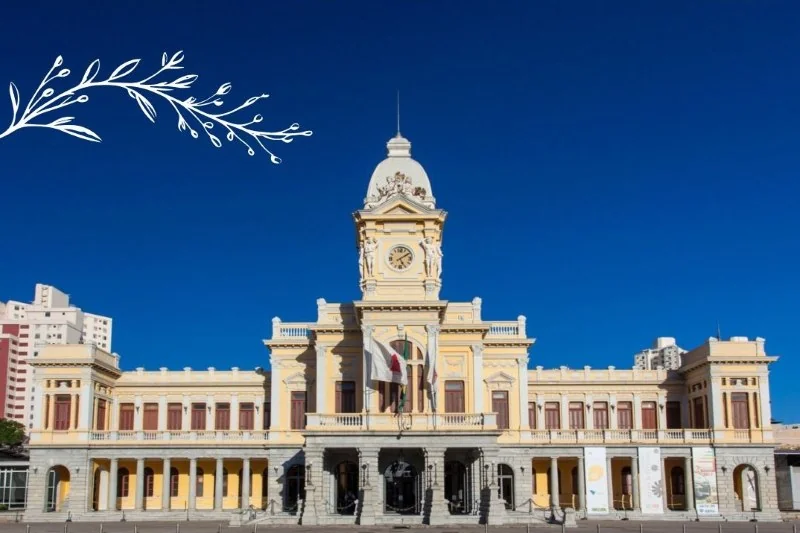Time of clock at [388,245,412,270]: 5:09
